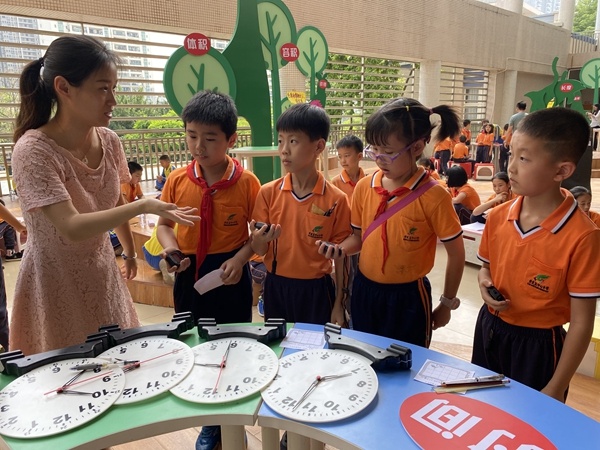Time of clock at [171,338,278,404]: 8:59
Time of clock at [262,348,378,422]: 2:32
